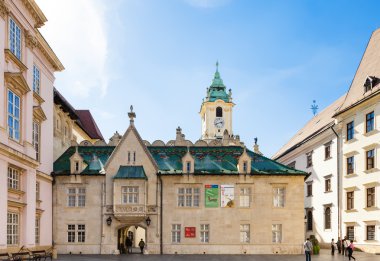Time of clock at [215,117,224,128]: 2:42
